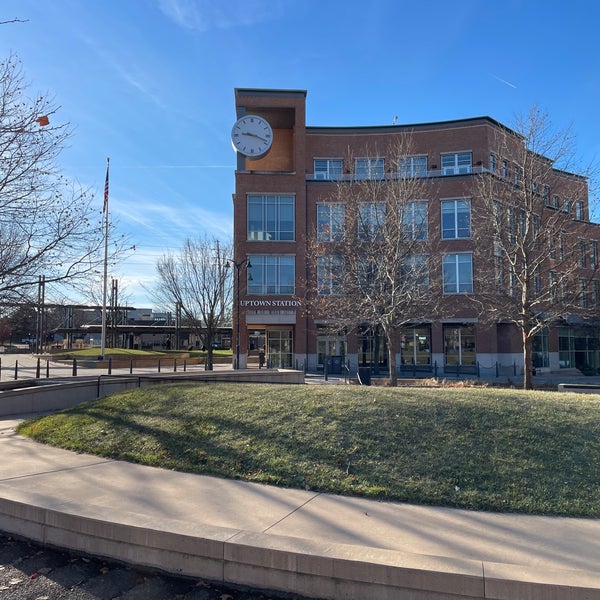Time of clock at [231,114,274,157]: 9:18
